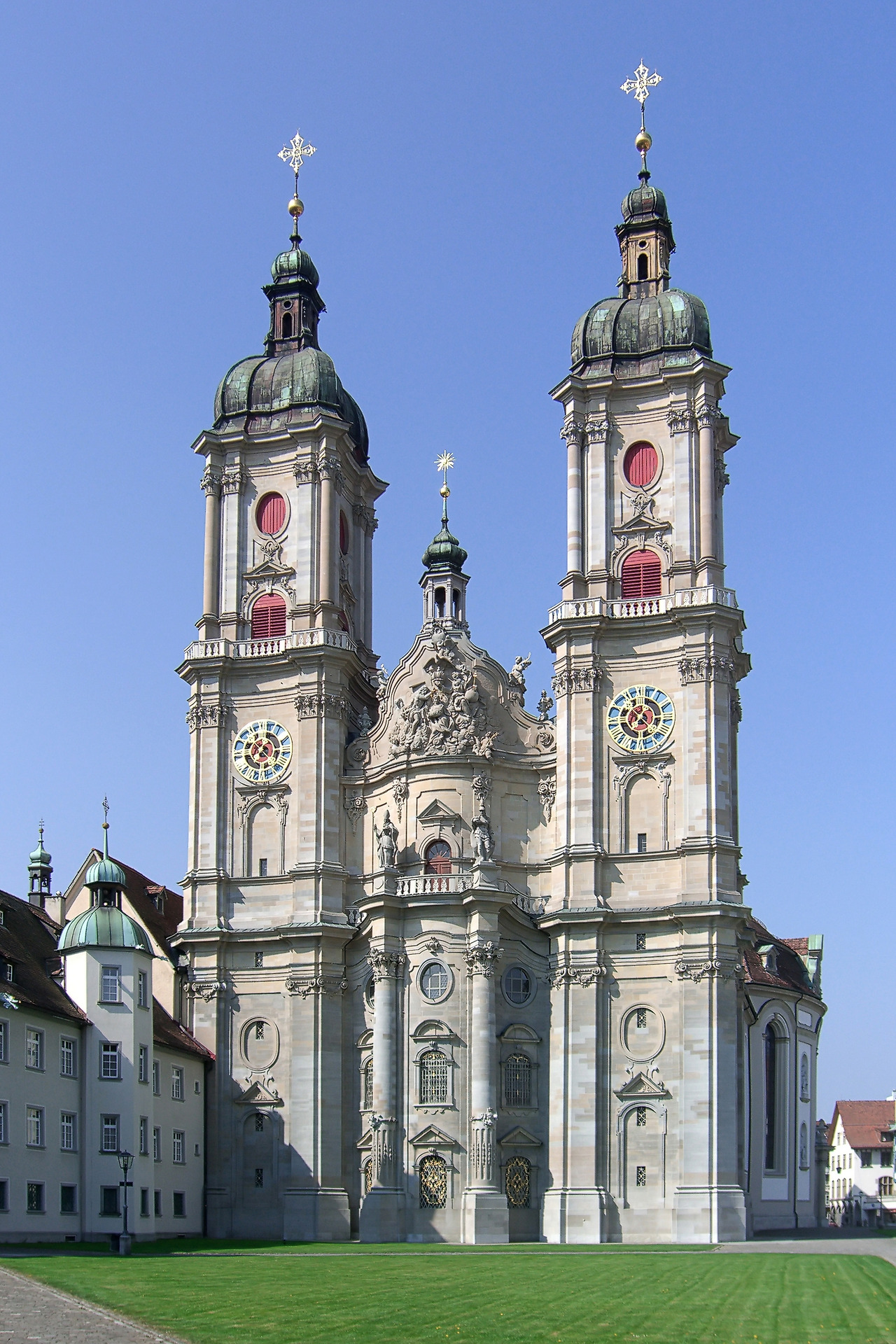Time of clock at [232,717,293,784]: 12:52
